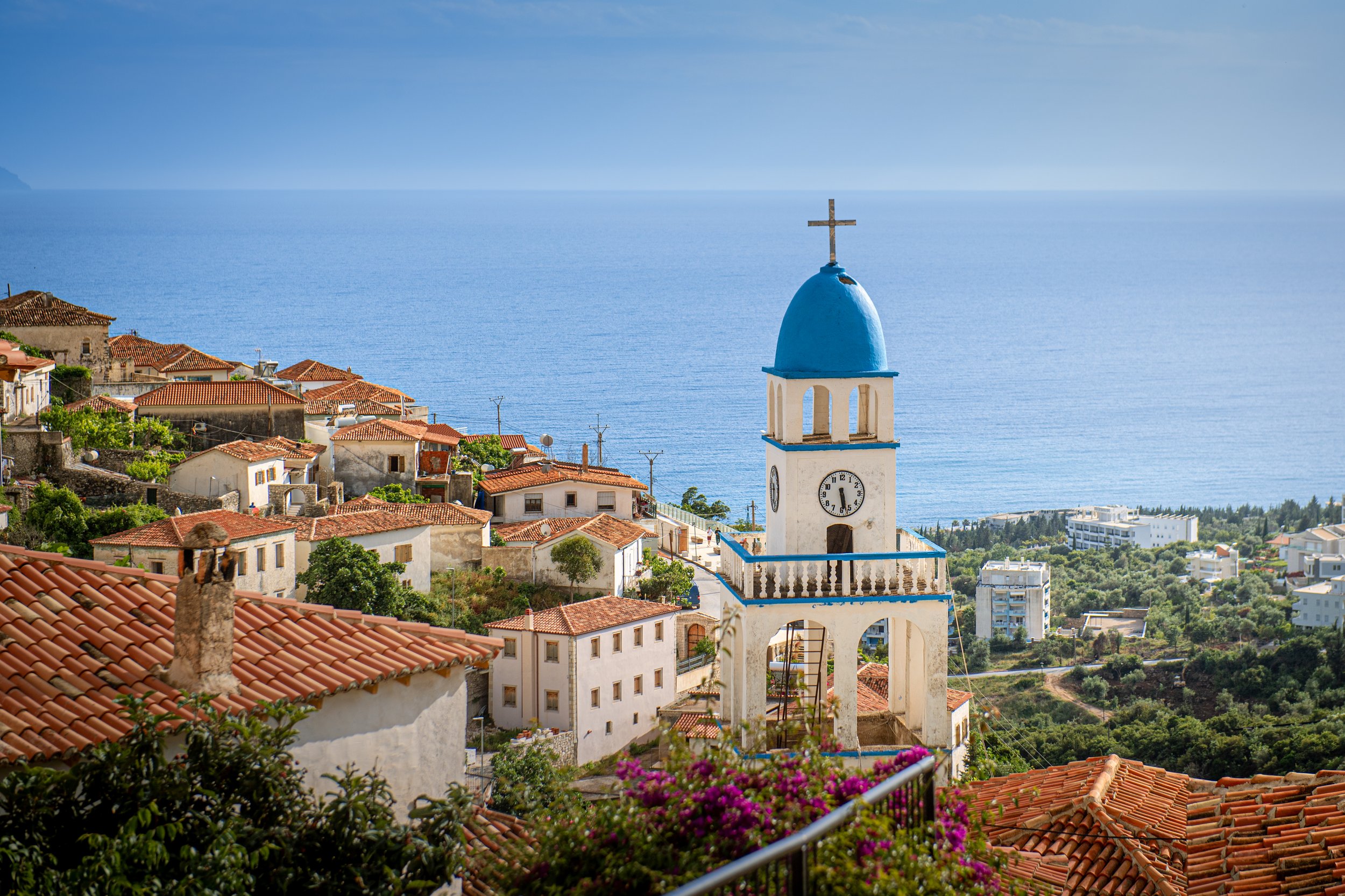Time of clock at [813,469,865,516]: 5:28
